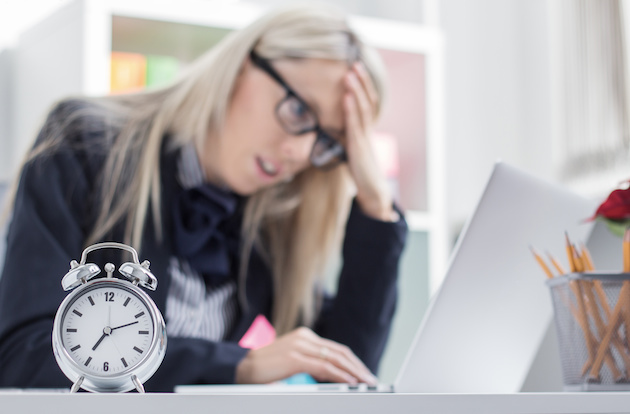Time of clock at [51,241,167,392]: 7:11
